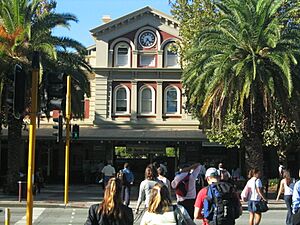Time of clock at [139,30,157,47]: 4:35
